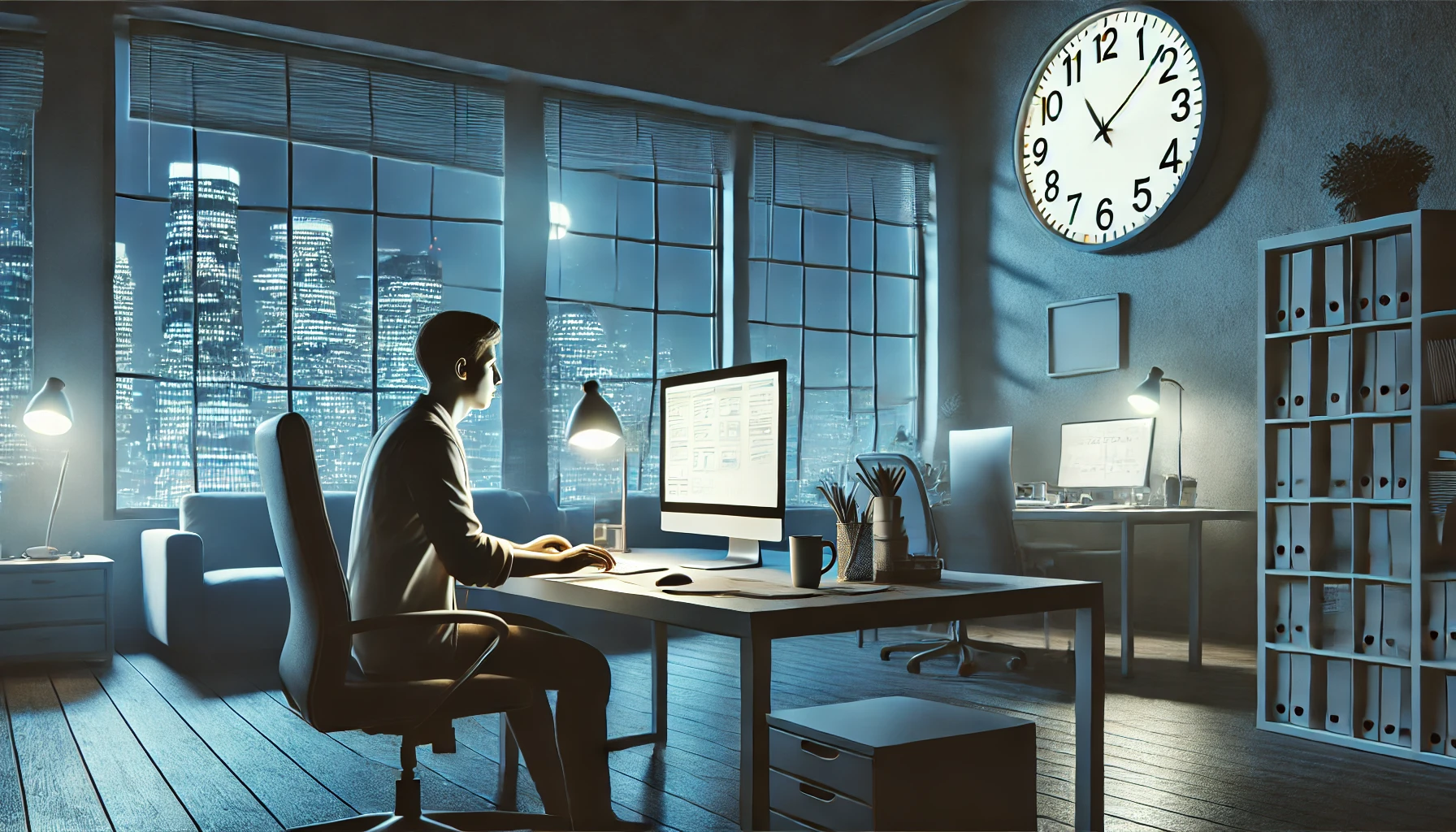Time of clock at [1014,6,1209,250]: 11:08
